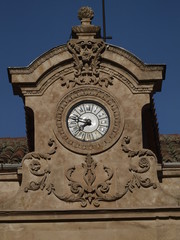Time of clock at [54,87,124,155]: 7:47
